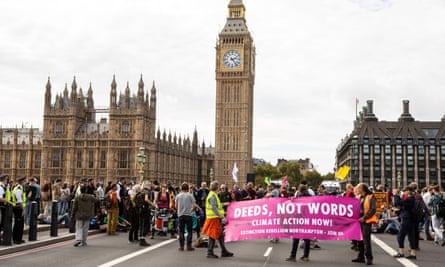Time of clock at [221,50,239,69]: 2:23
